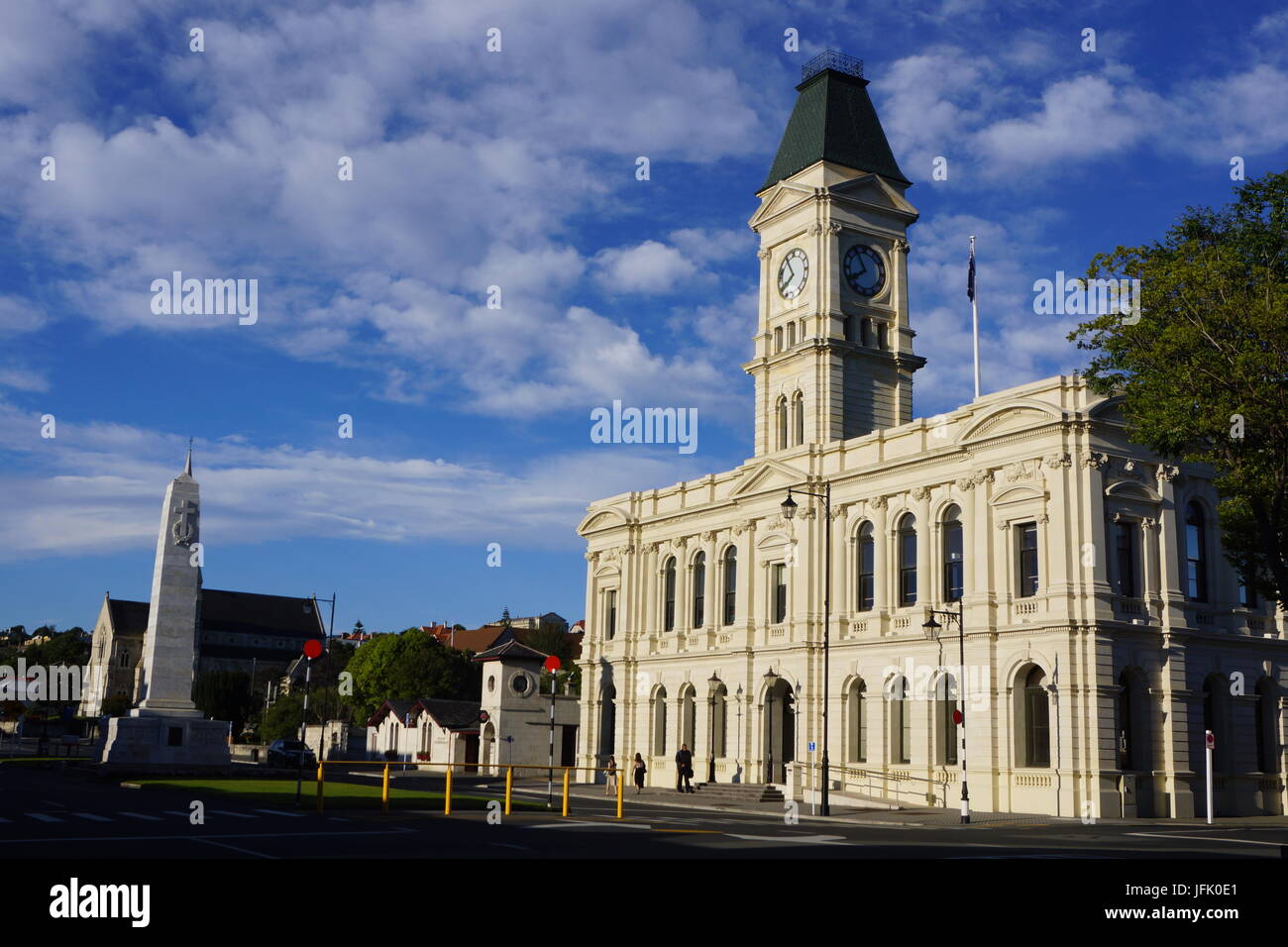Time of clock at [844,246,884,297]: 7:54
